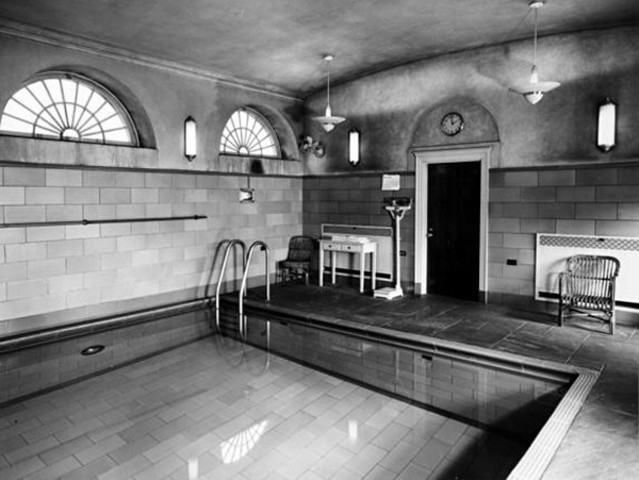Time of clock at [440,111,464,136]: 1:58
